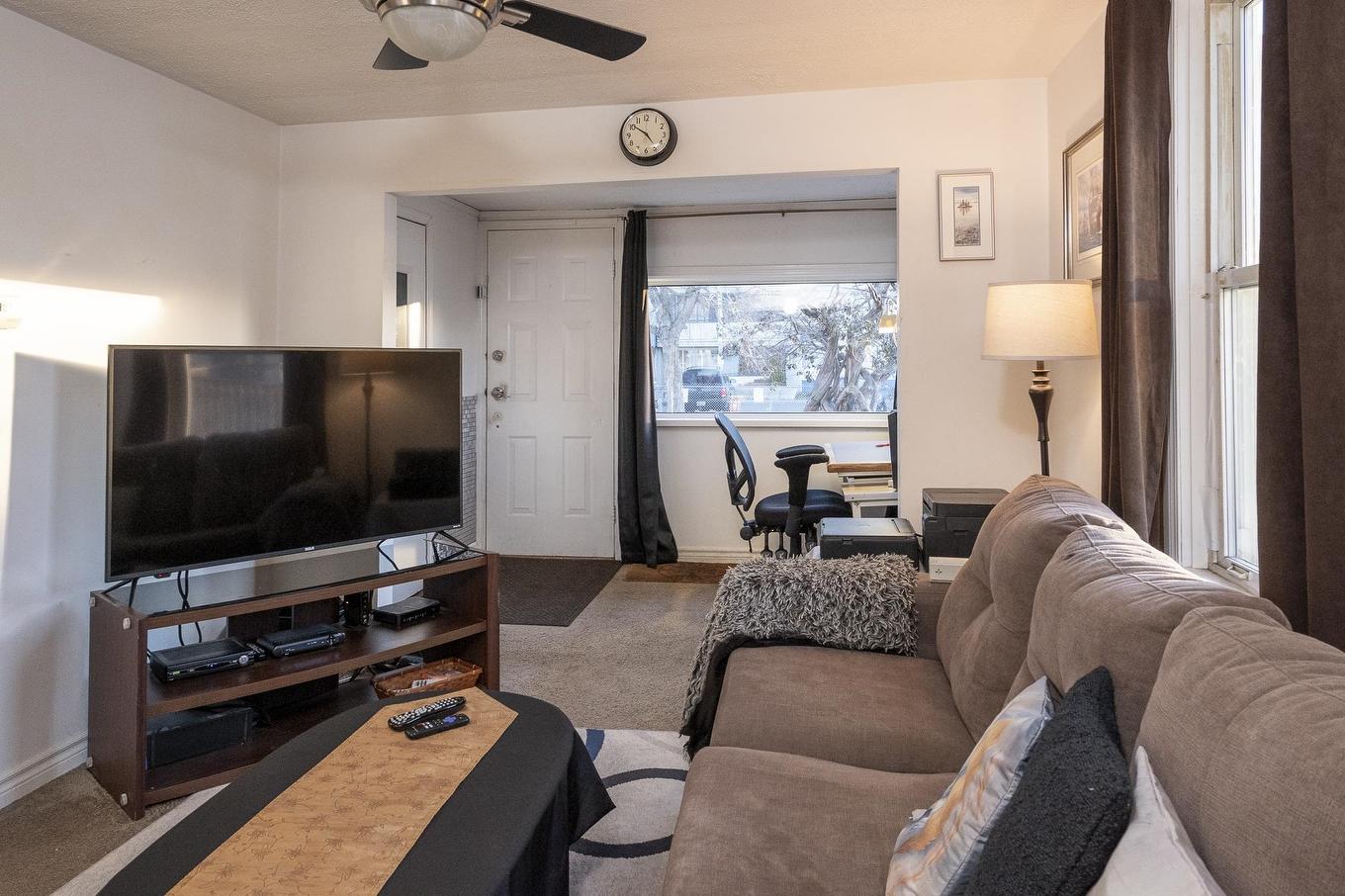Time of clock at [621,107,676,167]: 4:50
